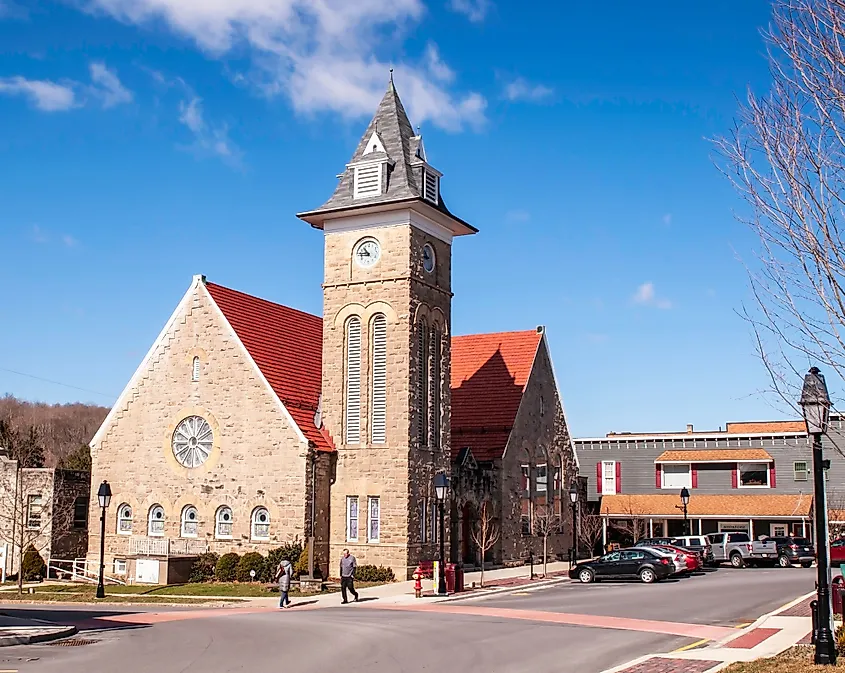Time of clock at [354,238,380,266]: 10:45
